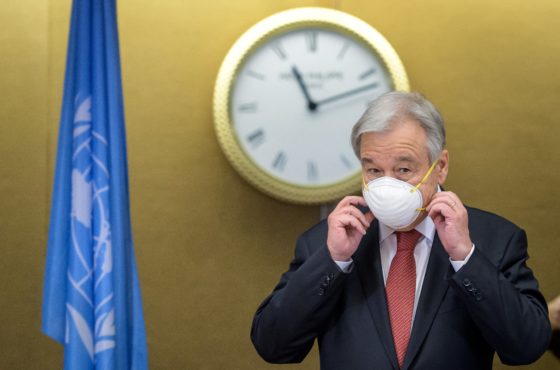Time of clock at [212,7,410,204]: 11:11
